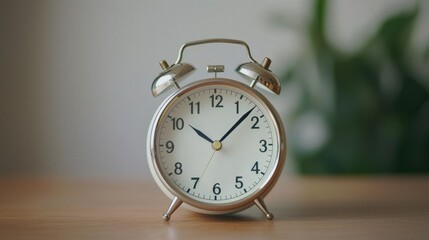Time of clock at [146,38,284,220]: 10:07
